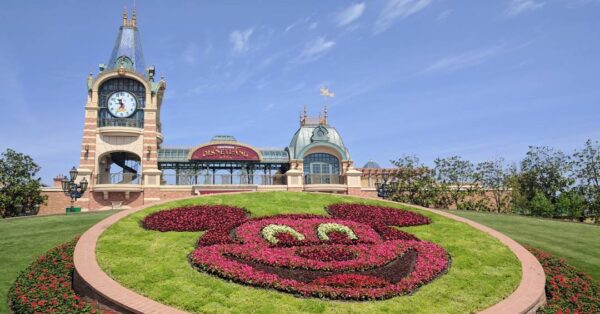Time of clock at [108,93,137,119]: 11:35
